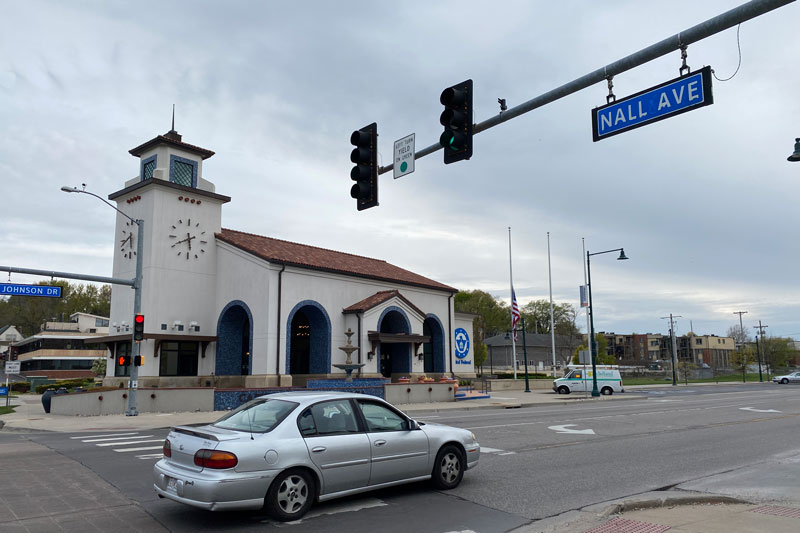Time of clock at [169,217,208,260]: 5:40
